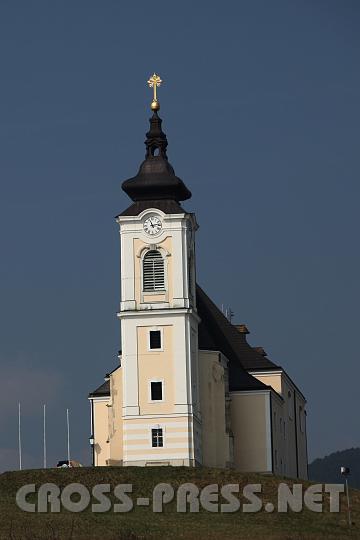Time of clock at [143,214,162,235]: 11:13
